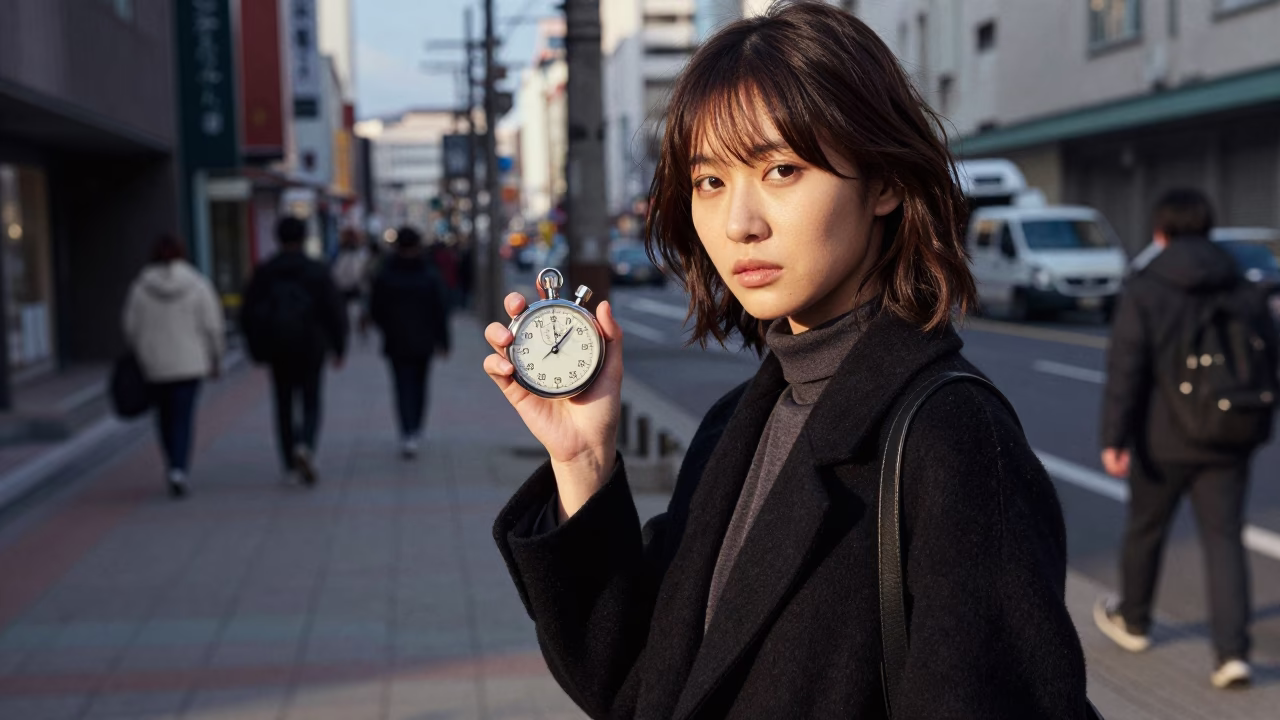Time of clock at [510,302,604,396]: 12:07
